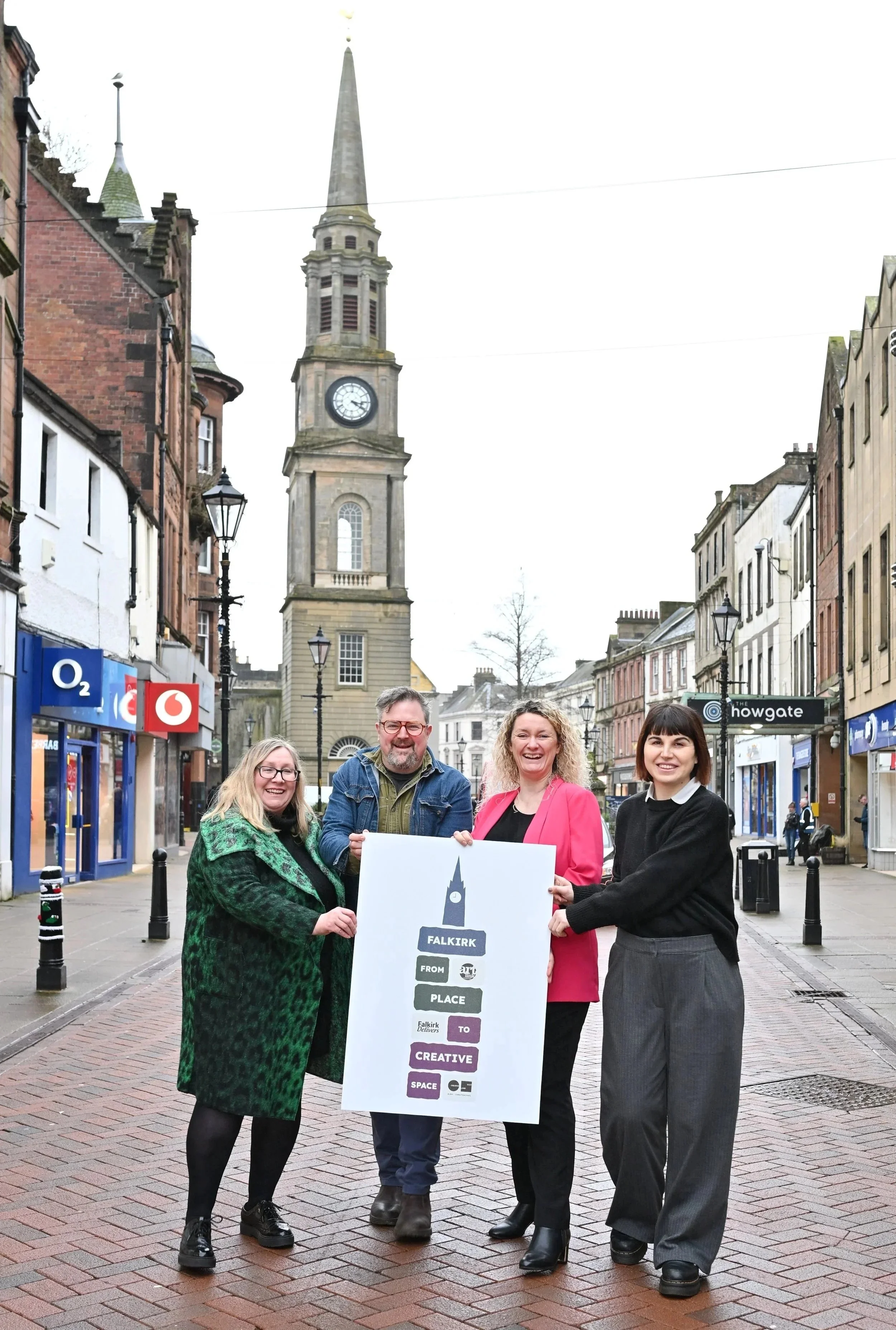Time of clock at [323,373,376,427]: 3:20
